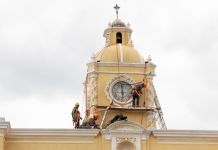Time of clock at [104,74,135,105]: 5:59
